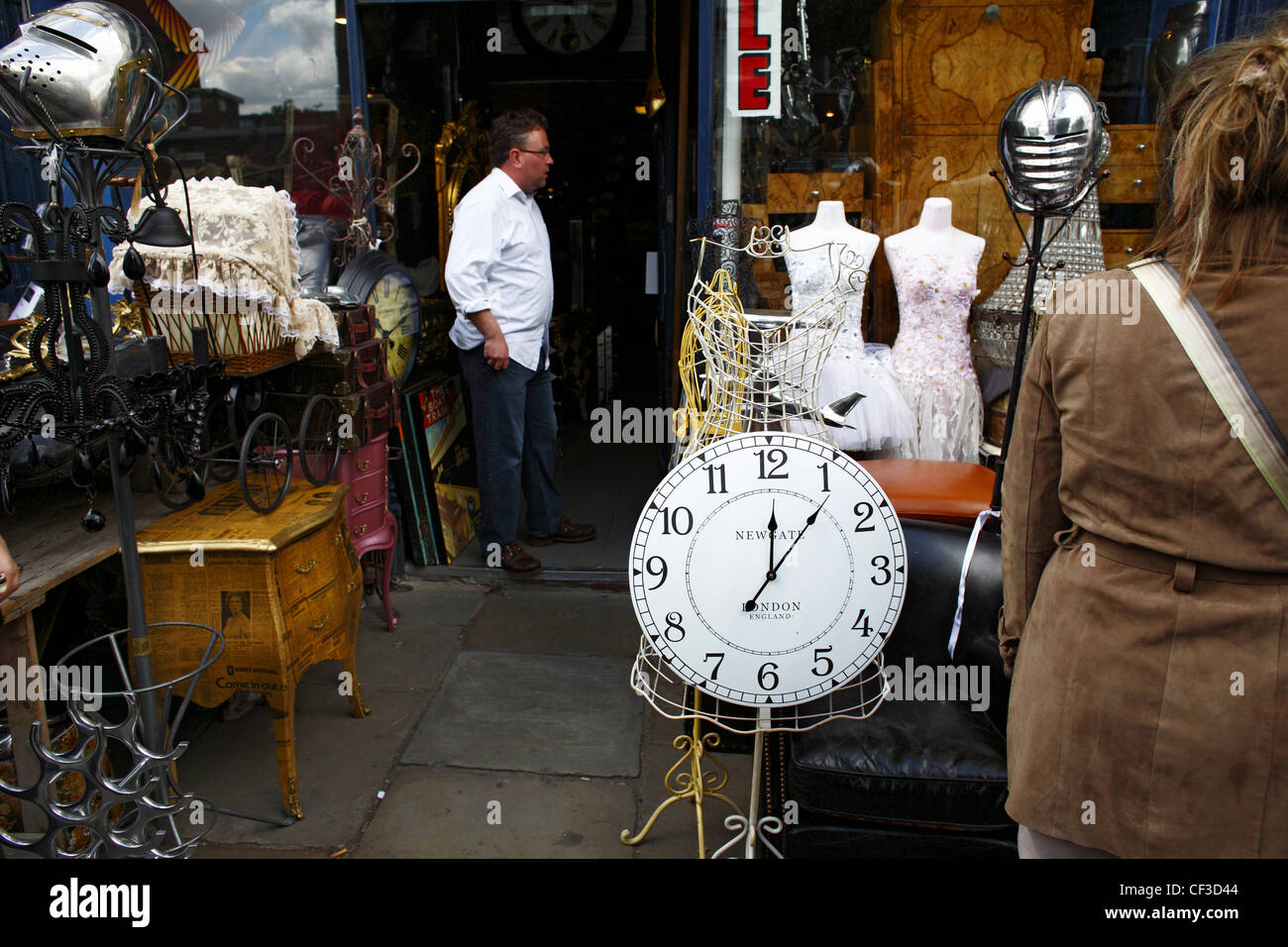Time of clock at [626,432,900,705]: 12:06
